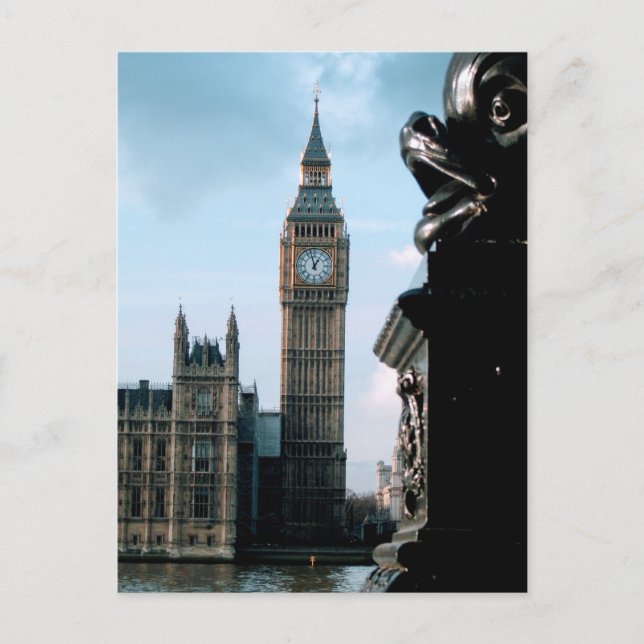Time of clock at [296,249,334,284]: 12:57
